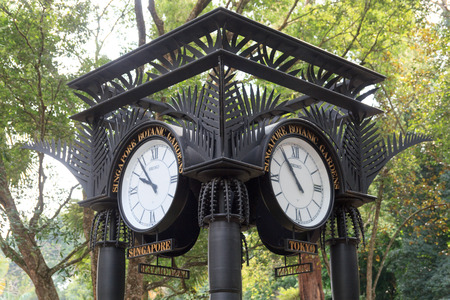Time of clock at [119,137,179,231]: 9:53
